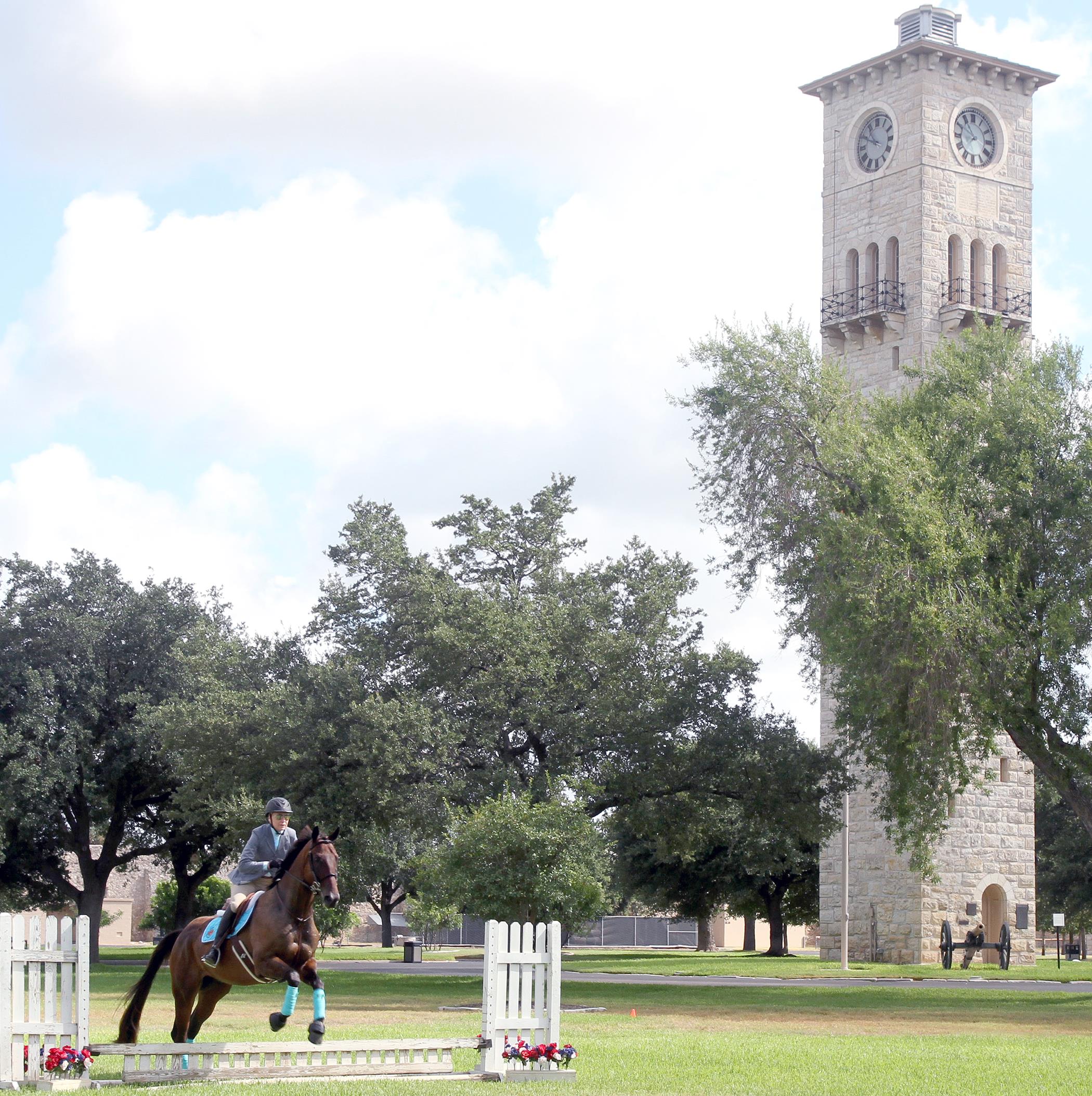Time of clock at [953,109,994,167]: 10:49
